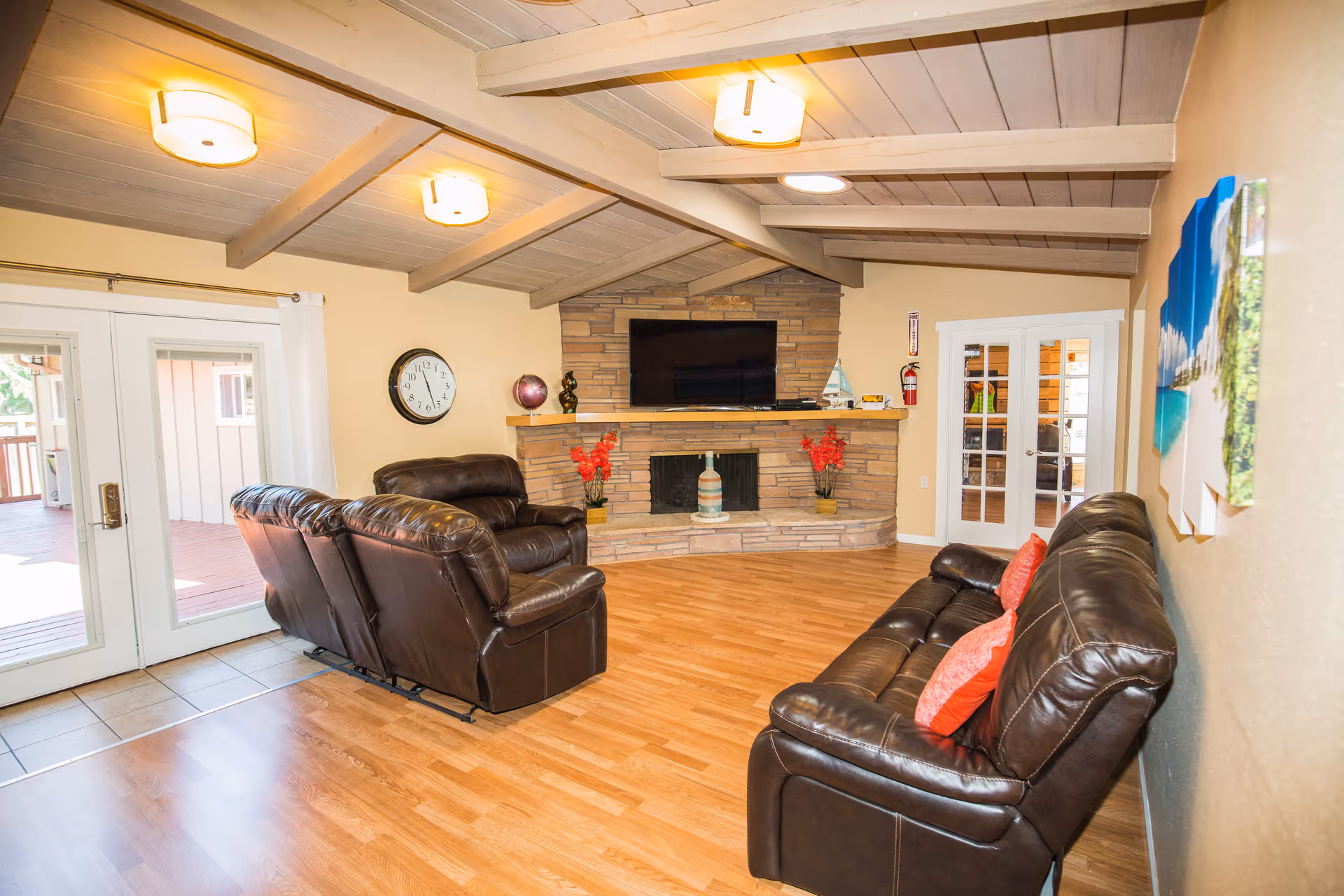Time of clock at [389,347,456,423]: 11:27
